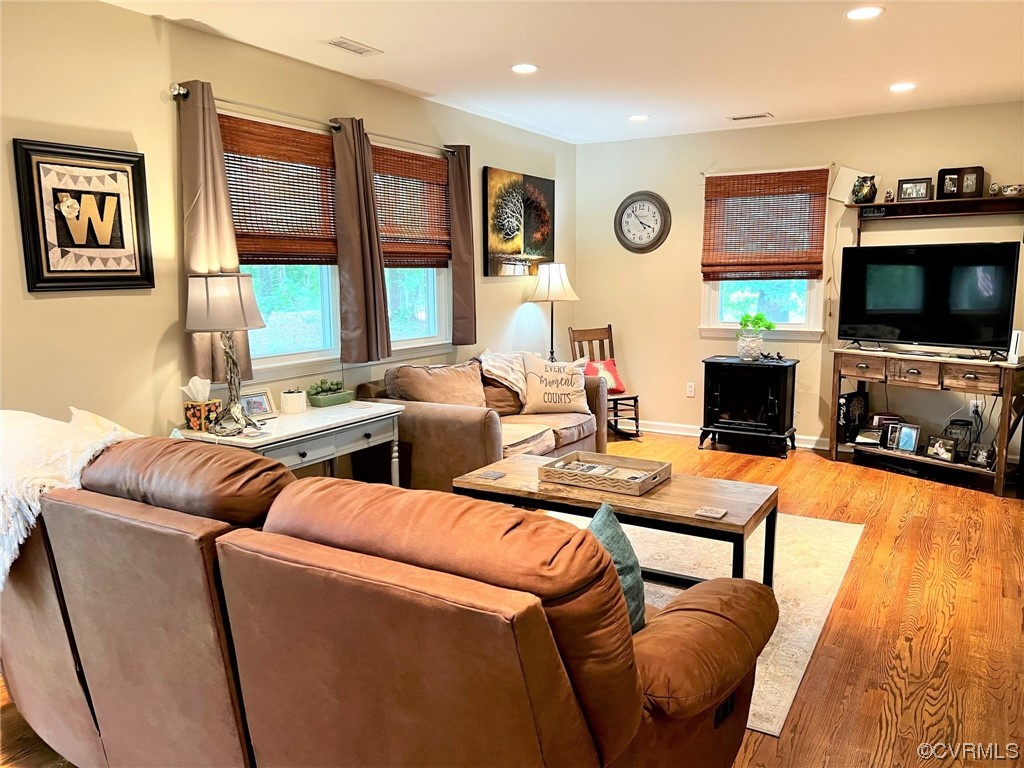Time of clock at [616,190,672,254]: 3:53
